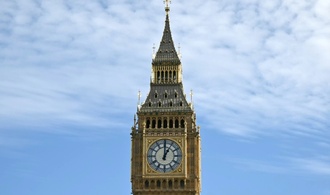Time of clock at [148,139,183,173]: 1:00
